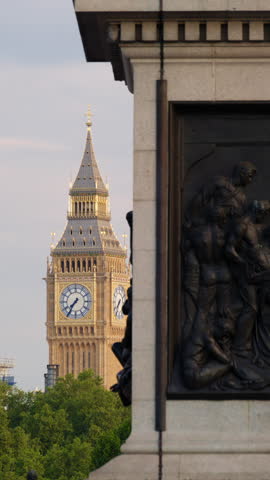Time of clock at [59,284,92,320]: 7:35
